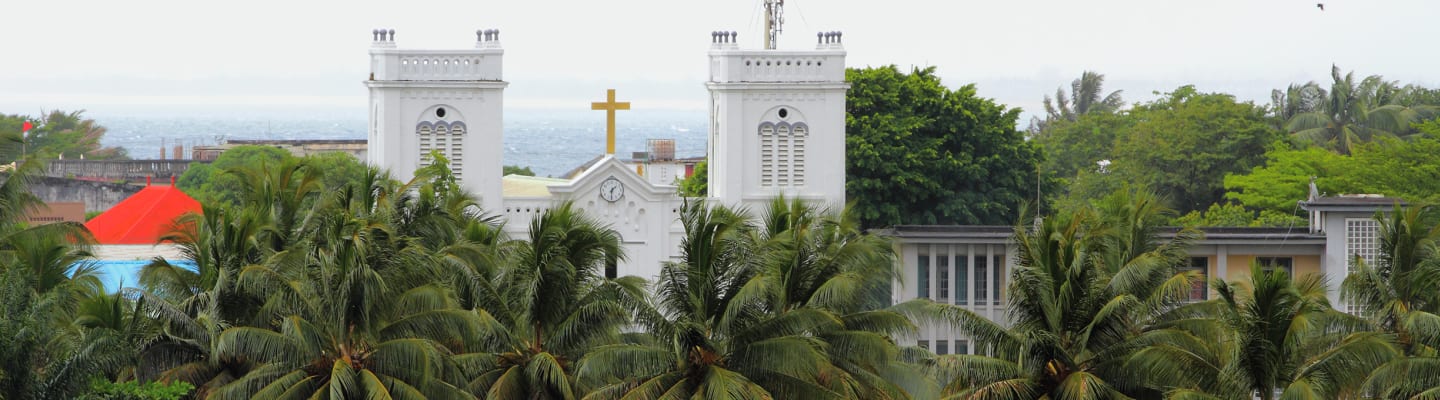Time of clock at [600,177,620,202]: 1:31
